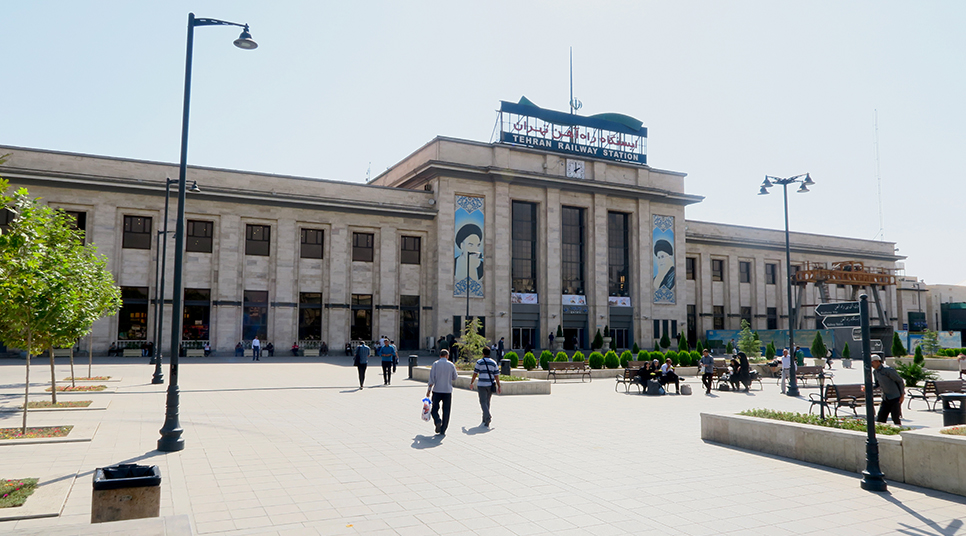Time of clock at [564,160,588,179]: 2:00
